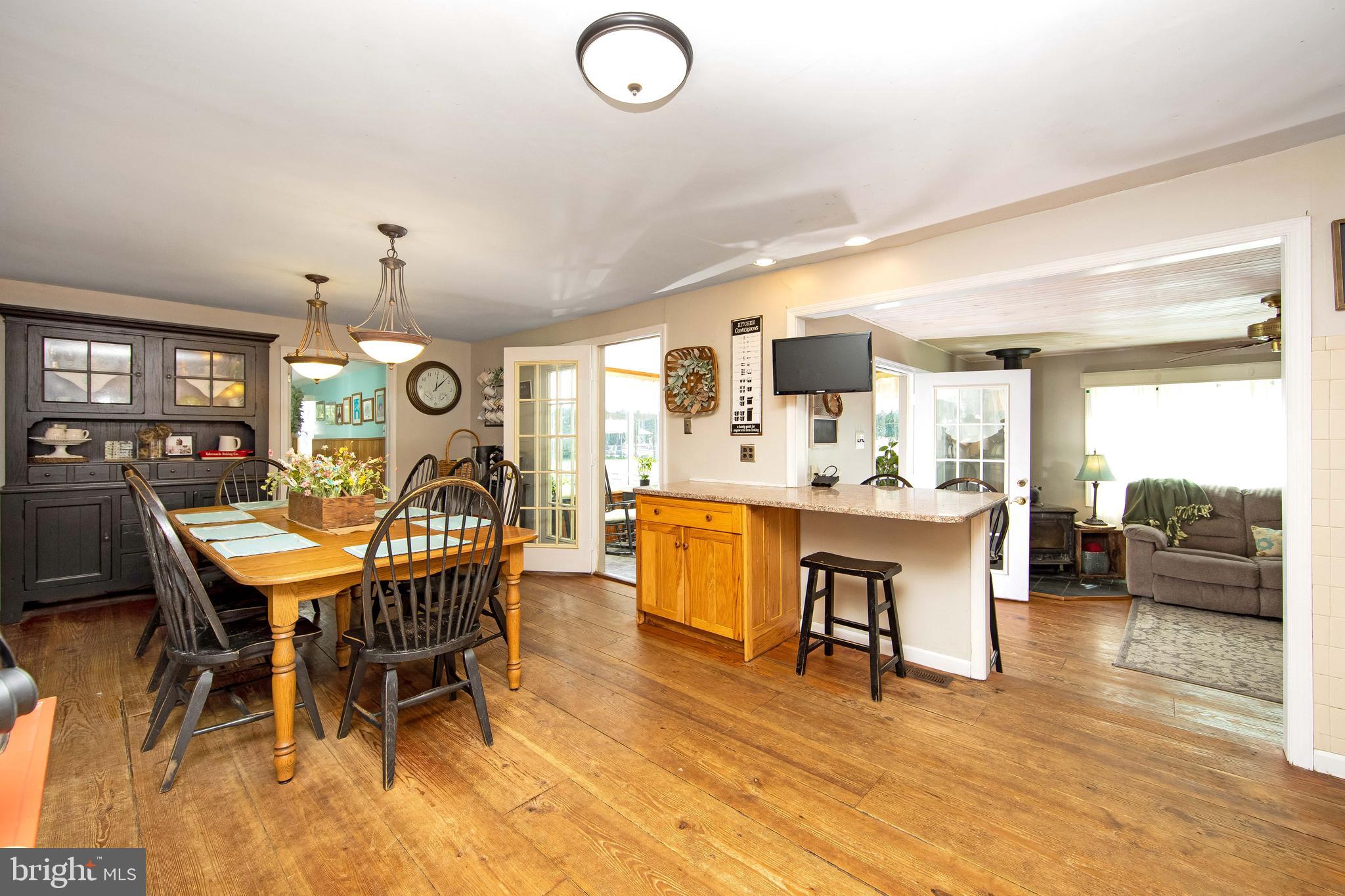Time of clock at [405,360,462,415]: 12:07
